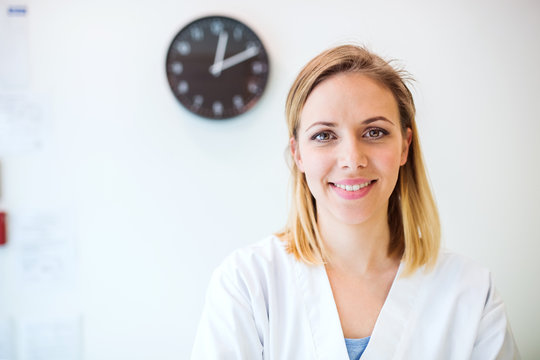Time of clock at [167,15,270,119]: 2:02
